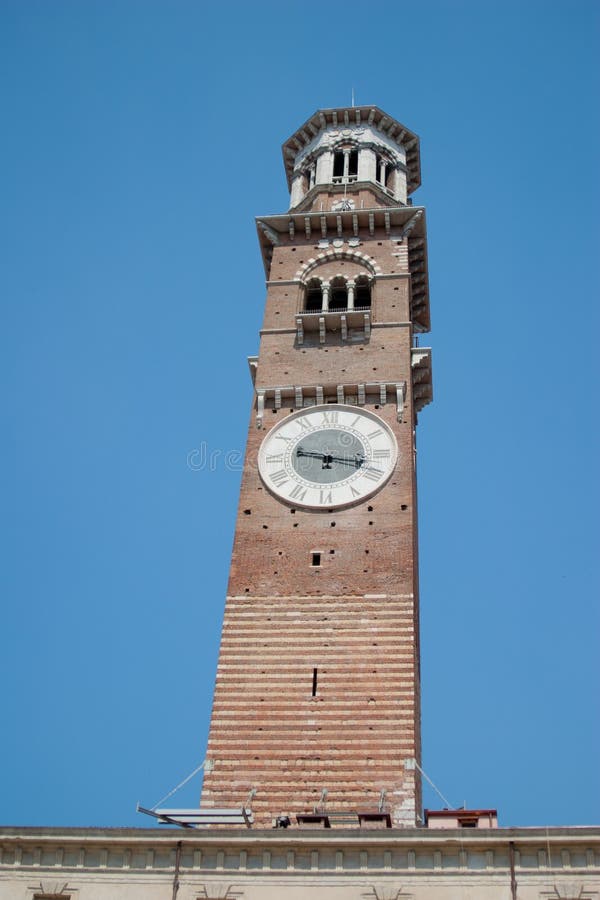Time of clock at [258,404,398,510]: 9:17
